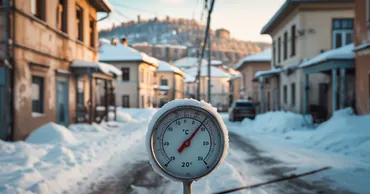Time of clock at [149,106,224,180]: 7:07
